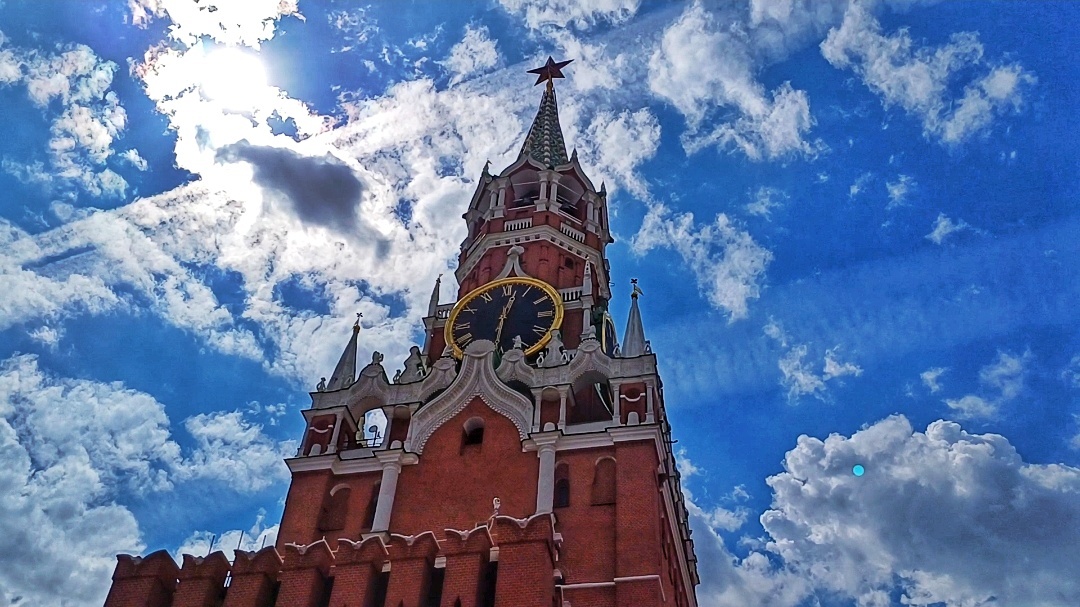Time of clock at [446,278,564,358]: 12:30
